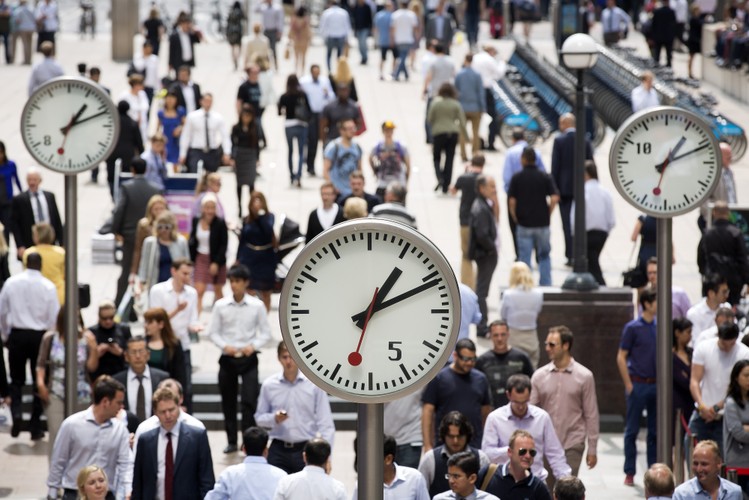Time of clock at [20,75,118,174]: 1:11
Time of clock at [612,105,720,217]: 1:11
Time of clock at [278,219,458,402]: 1:11
